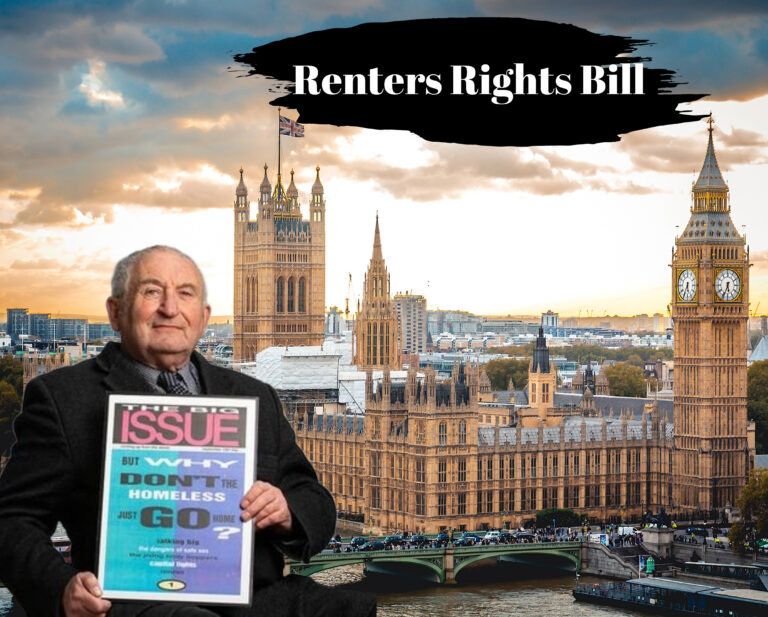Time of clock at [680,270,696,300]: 5:34
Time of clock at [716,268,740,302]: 5:34
